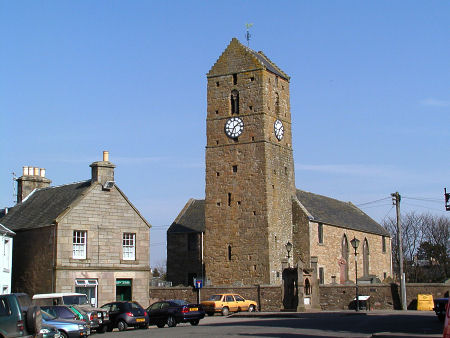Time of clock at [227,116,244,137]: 1:34
